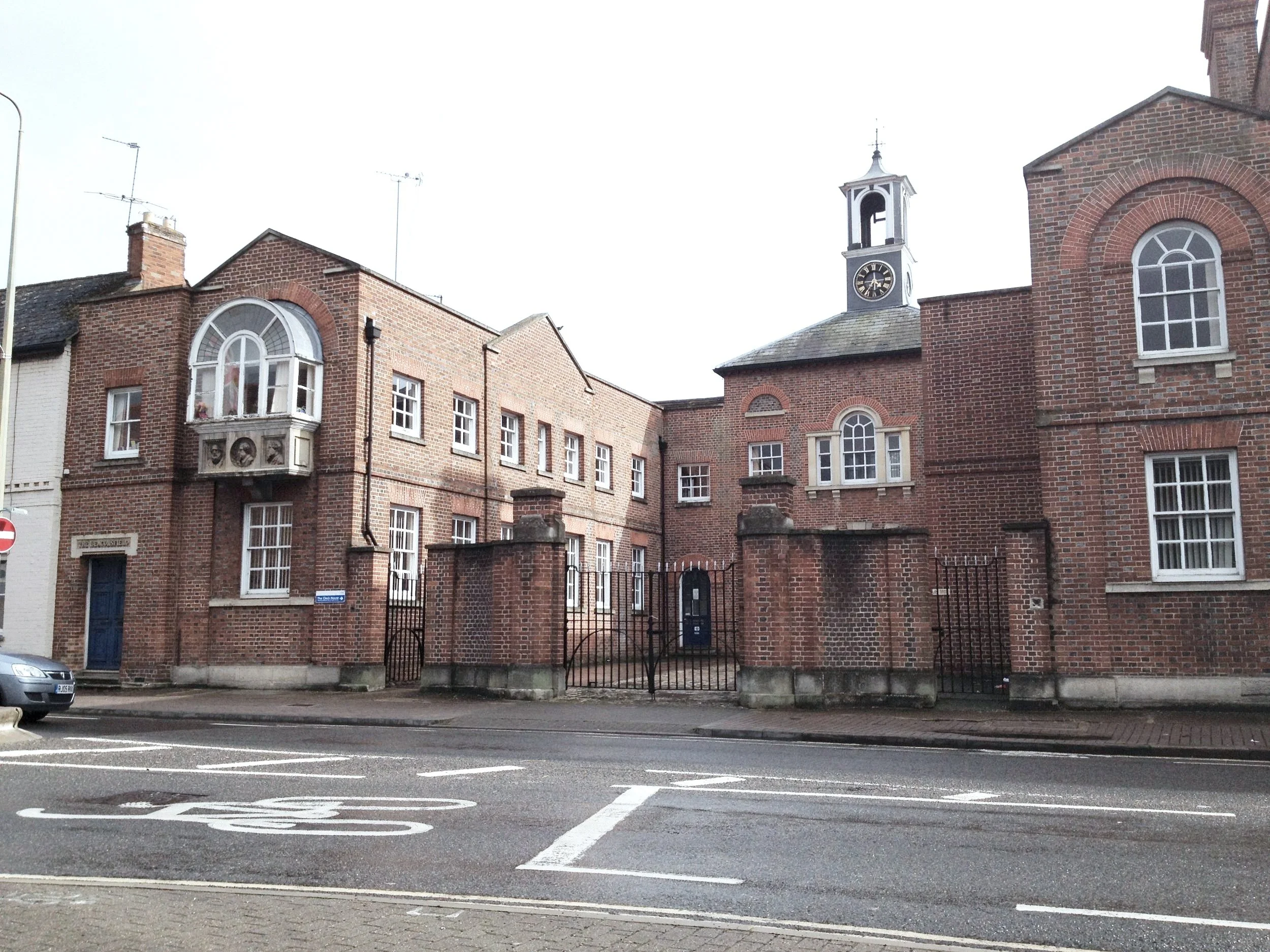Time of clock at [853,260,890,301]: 4:36
